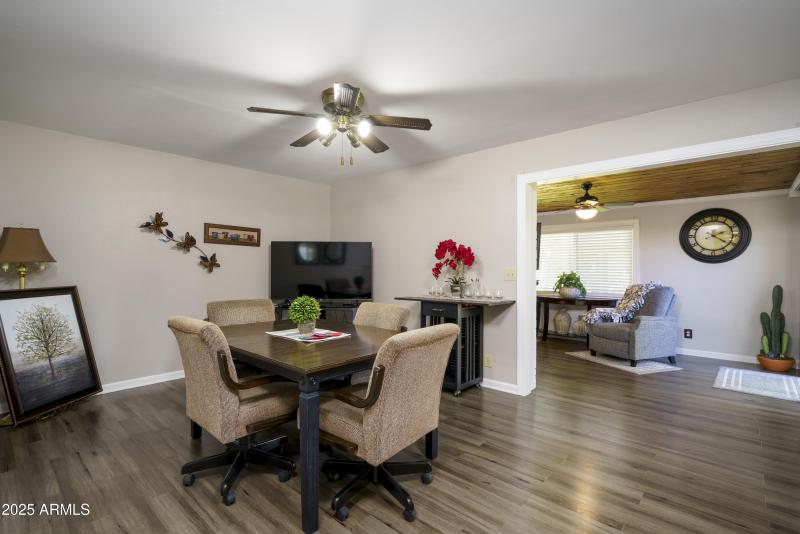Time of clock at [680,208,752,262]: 2:21
